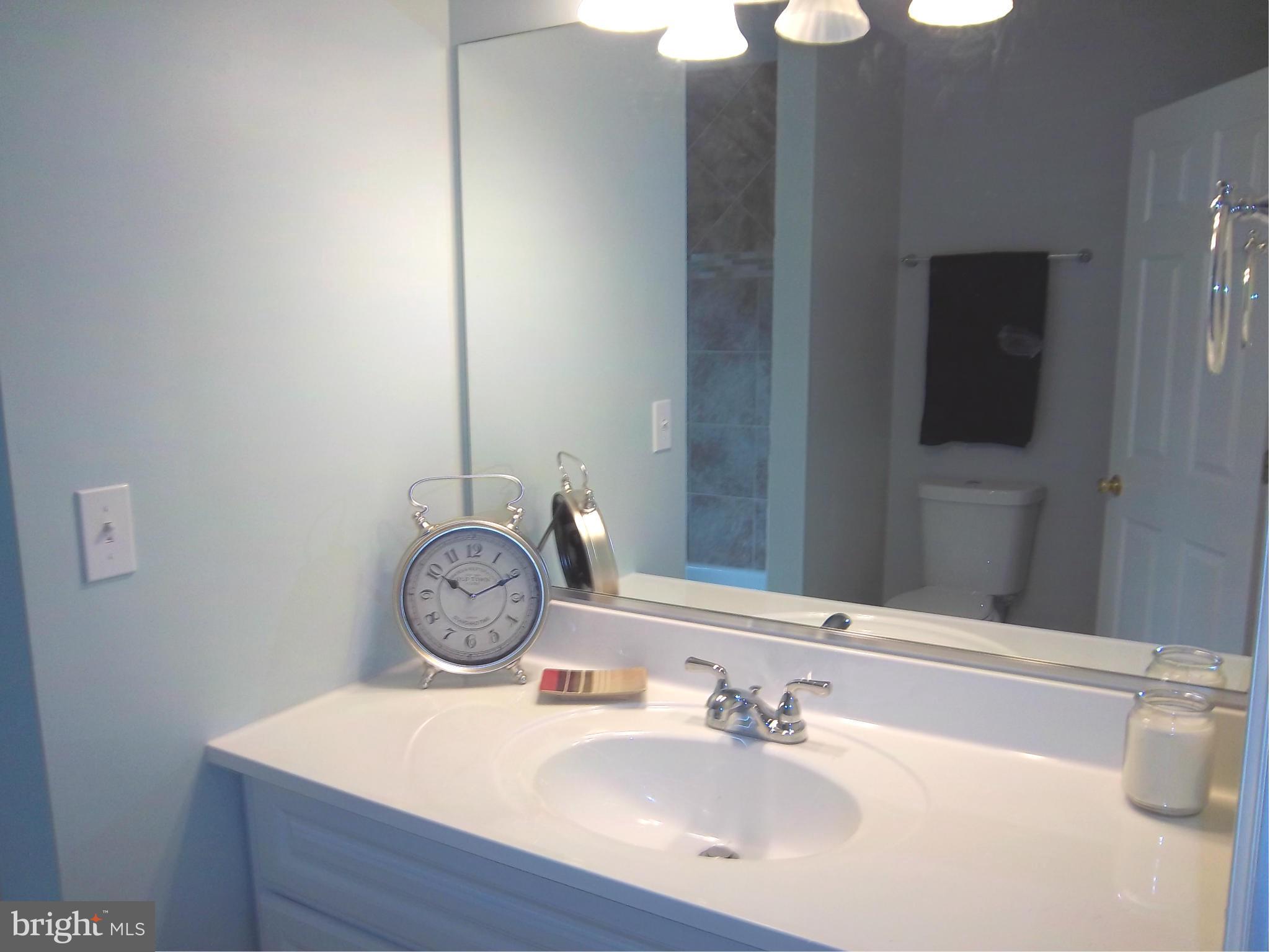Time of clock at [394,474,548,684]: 10:10
